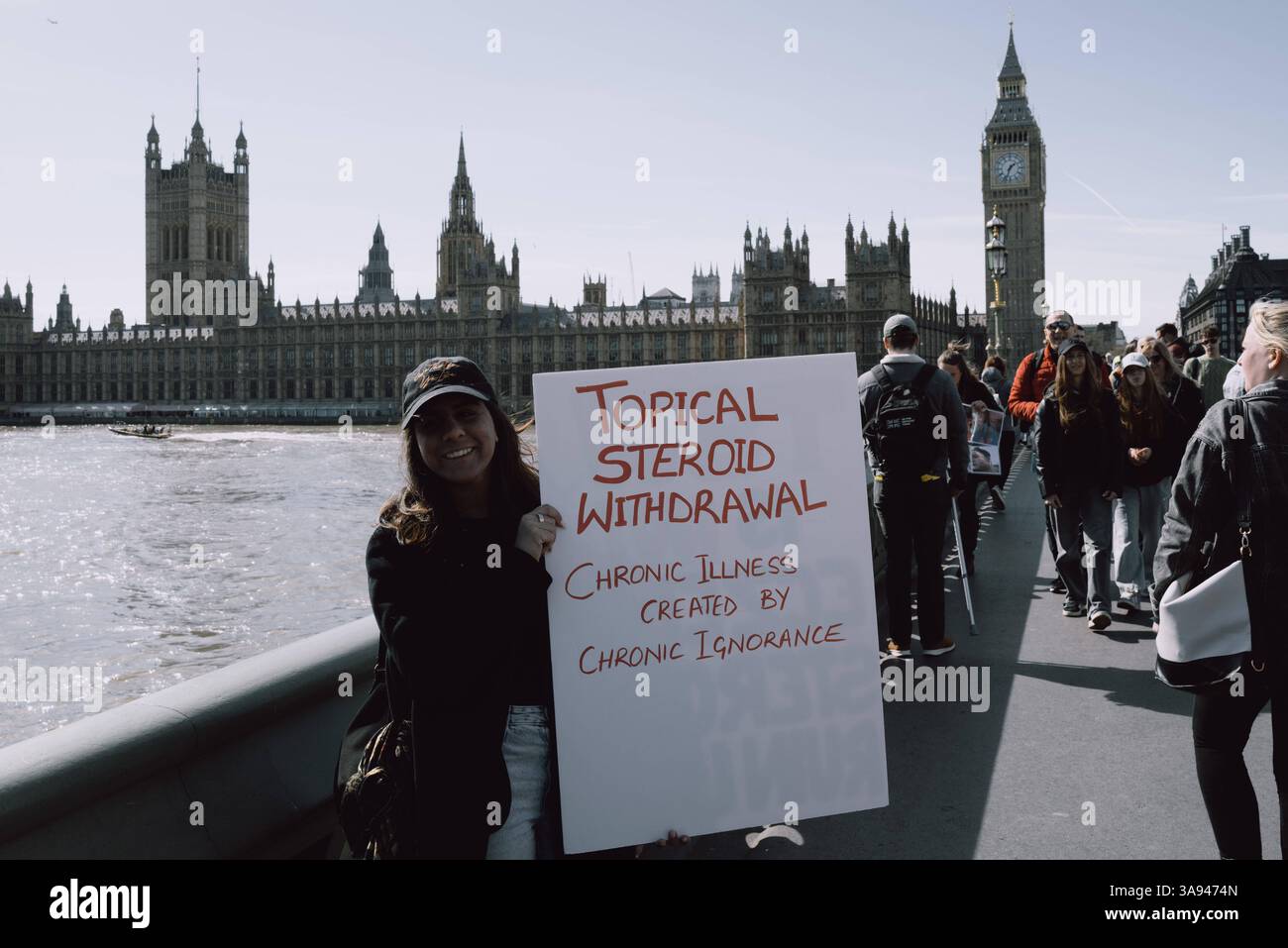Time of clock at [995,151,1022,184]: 1:33
